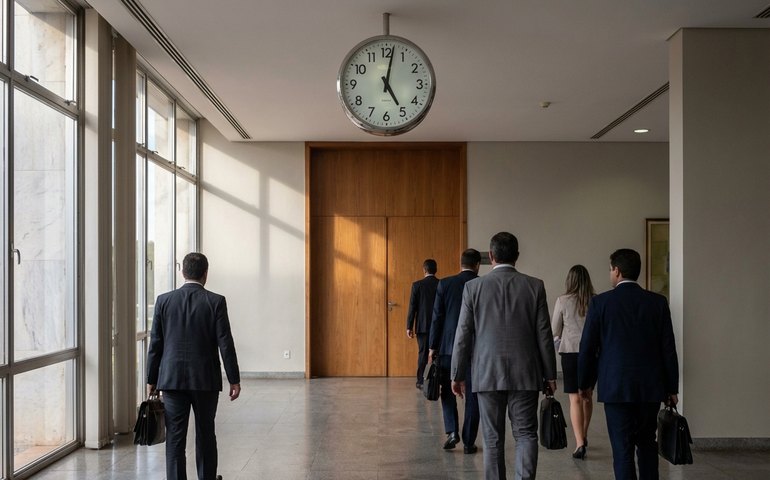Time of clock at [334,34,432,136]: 5:01
